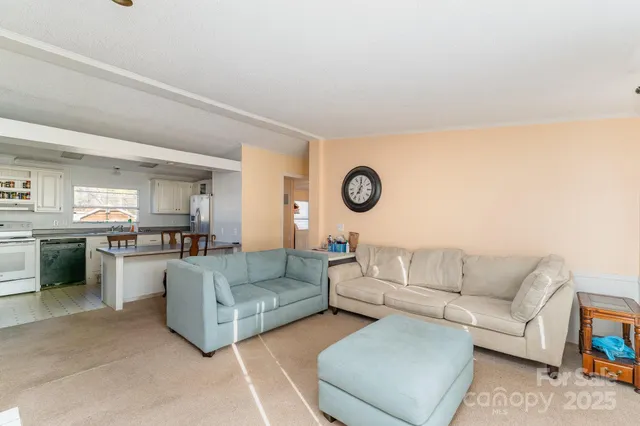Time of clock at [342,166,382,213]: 7:00
